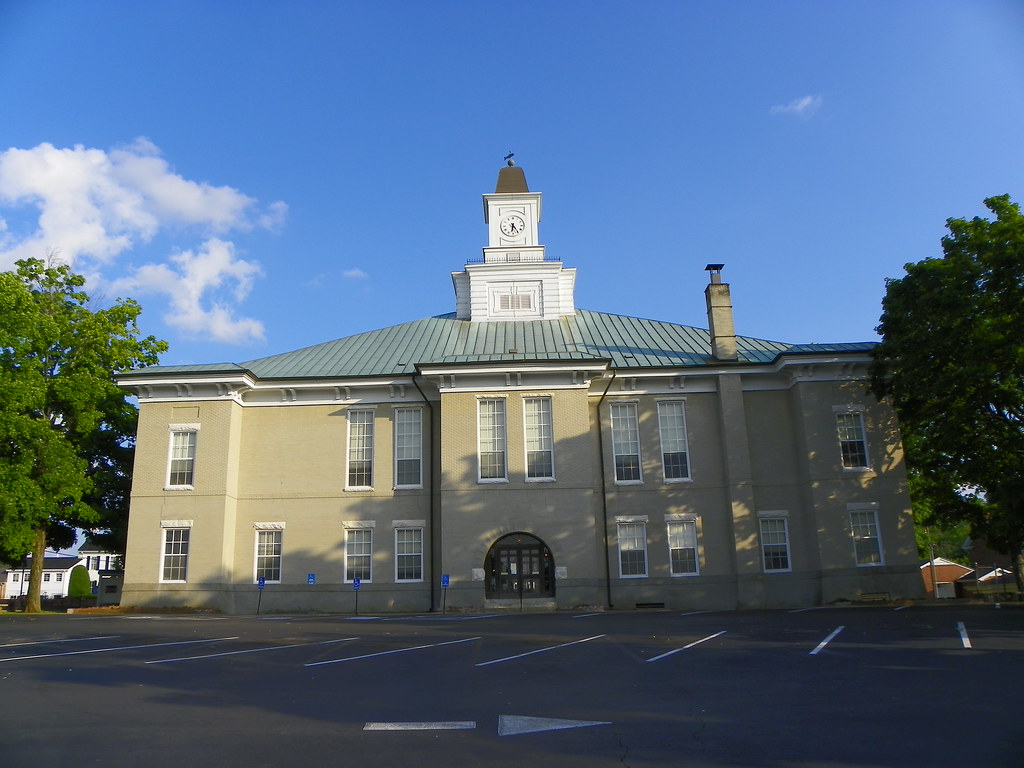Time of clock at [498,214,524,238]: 6:23
